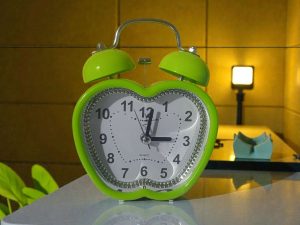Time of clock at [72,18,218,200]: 3:02
